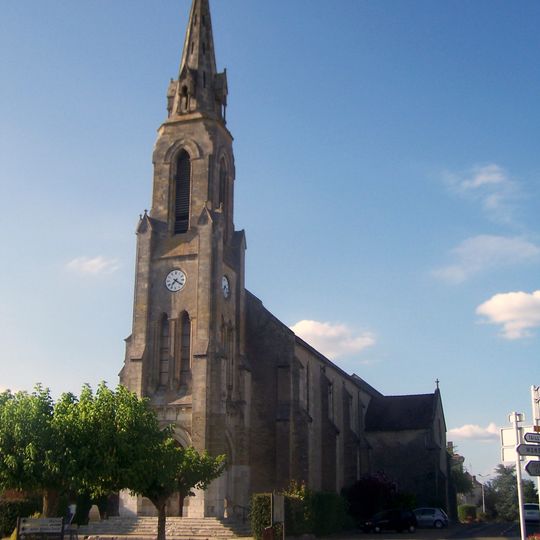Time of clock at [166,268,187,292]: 7:20
